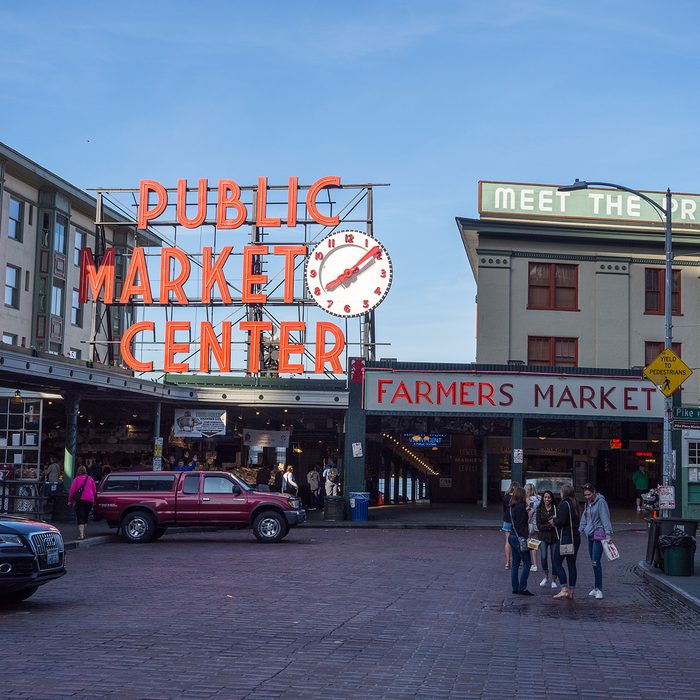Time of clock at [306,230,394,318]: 8:08
